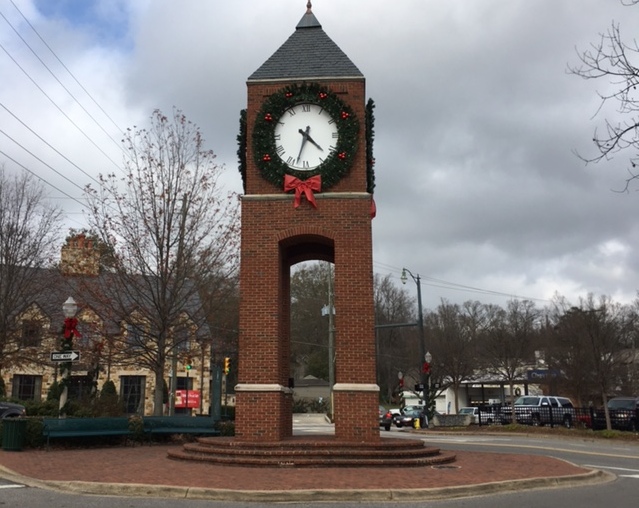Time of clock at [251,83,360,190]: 4:33
